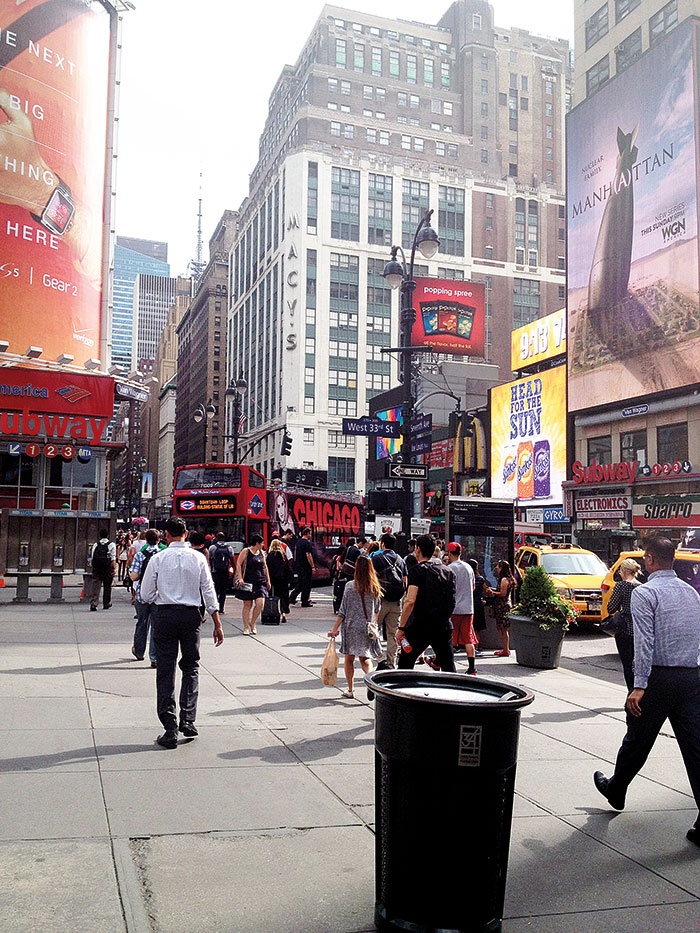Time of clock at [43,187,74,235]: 4:04
